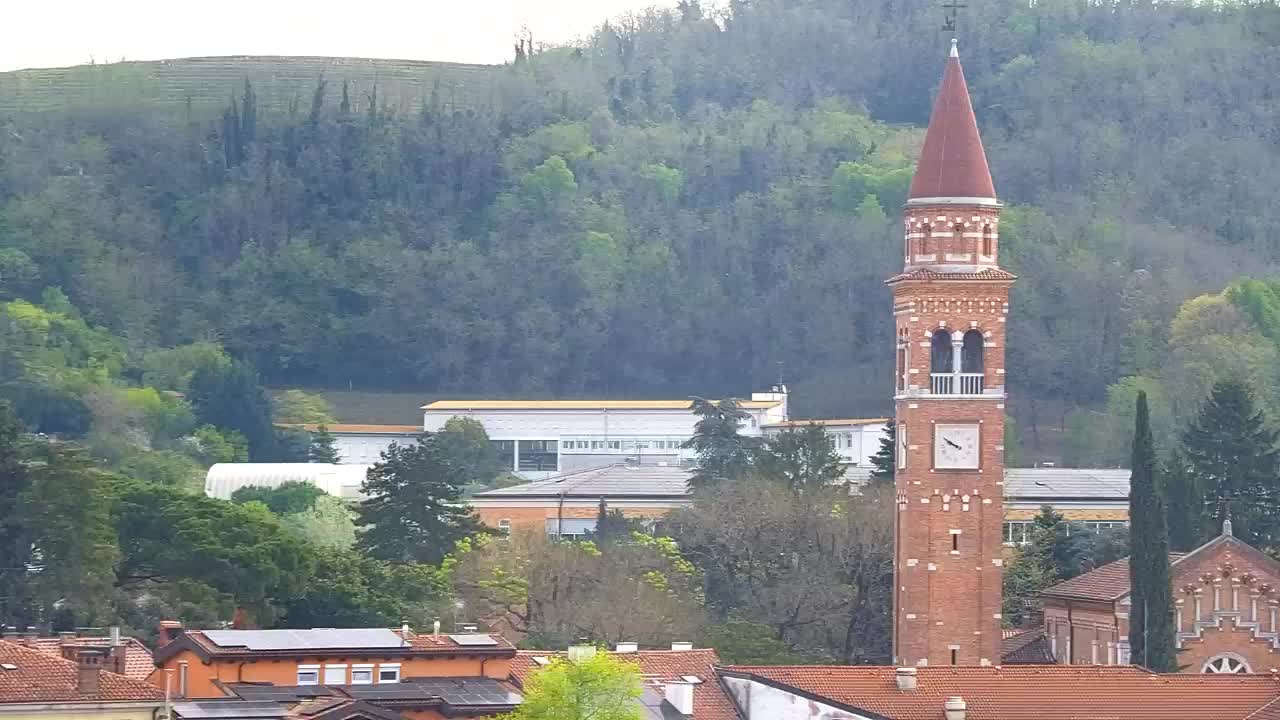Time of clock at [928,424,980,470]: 9:50
